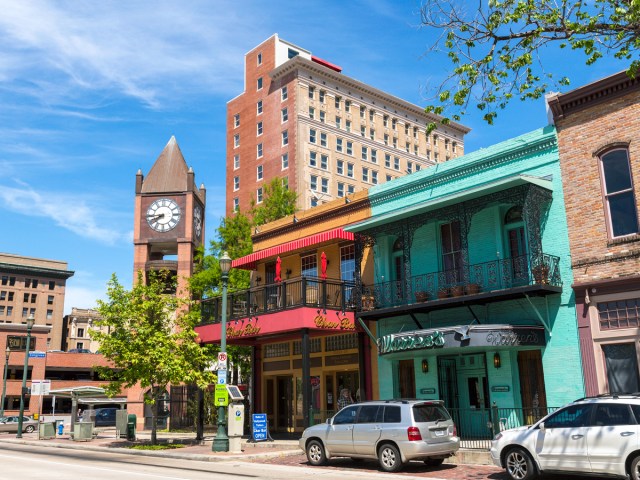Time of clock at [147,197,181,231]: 7:43
